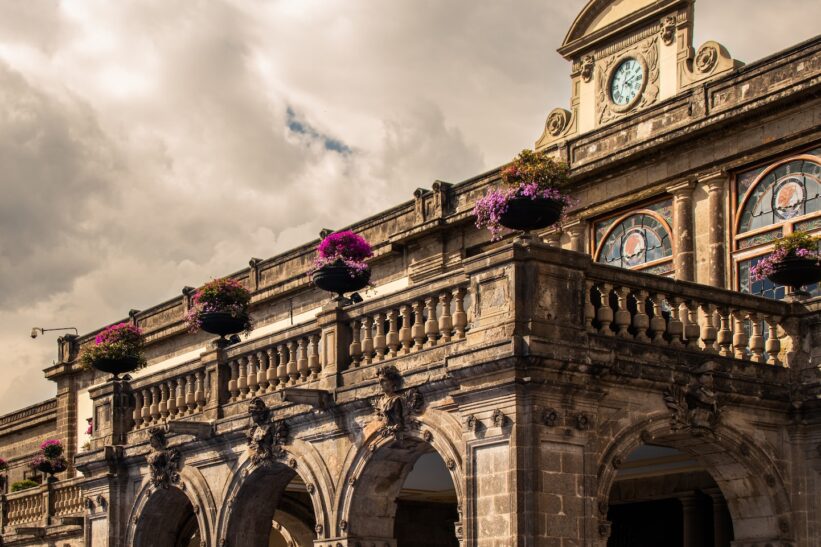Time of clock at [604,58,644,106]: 4:12
